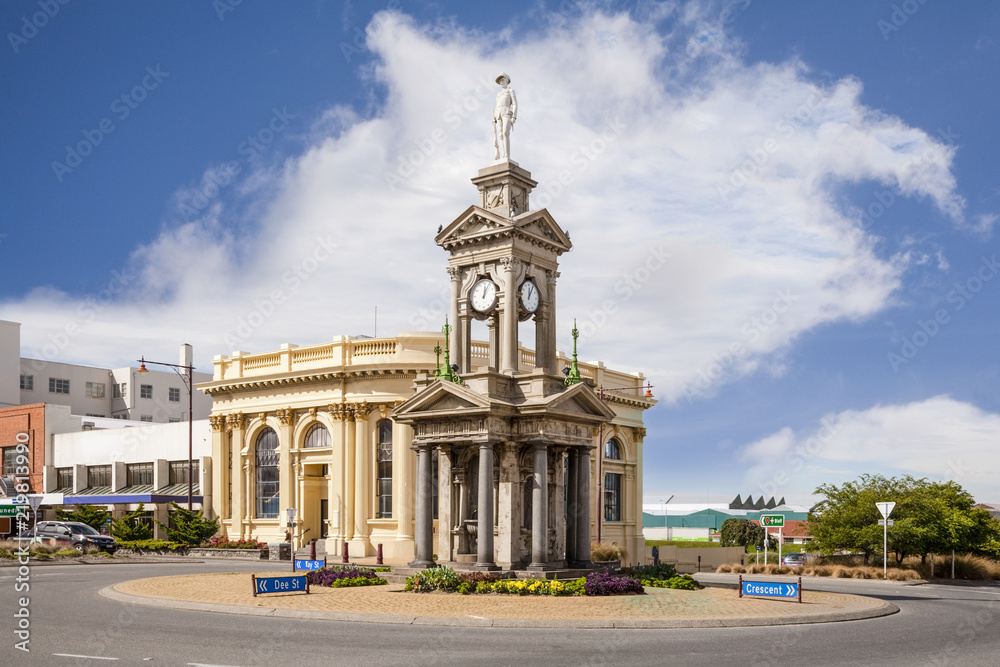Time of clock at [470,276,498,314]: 12:04
